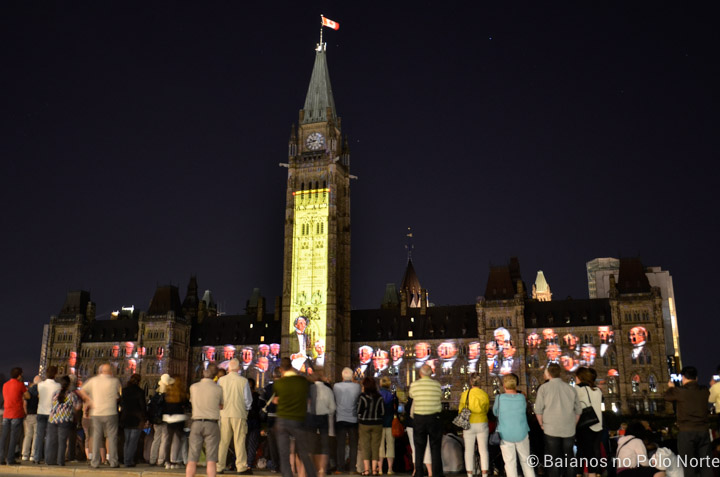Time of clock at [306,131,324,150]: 9:43
